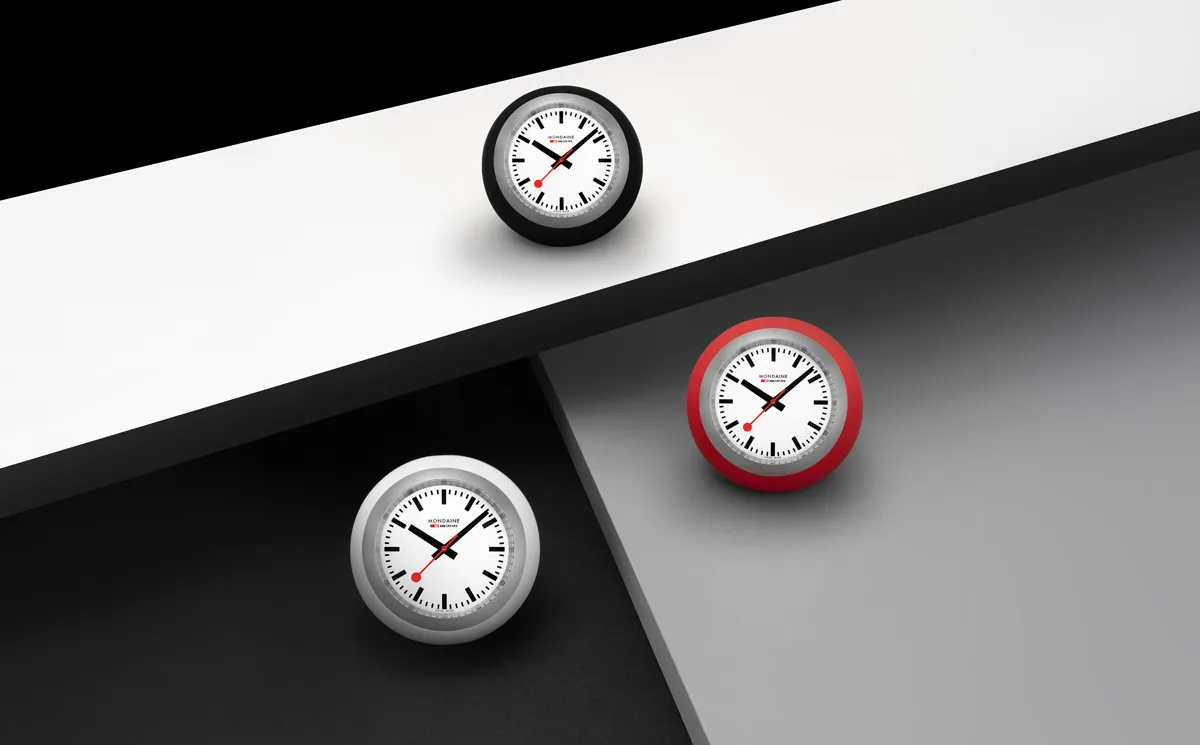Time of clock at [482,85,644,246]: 10:07
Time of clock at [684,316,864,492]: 10:07
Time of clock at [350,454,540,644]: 10:07
